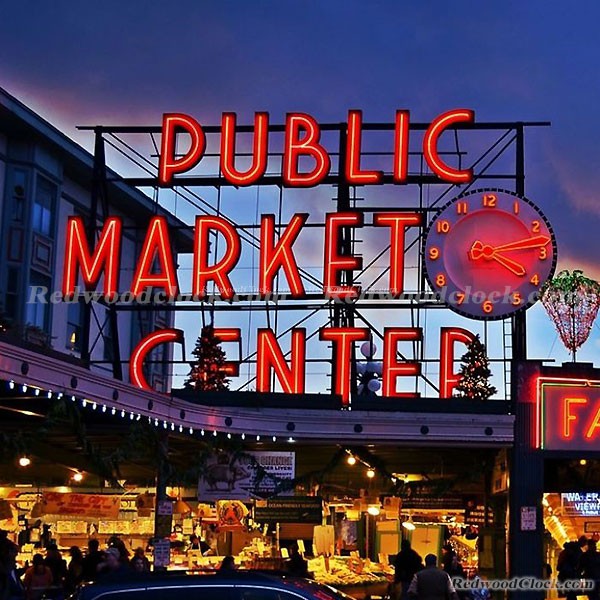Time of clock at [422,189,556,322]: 4:13
